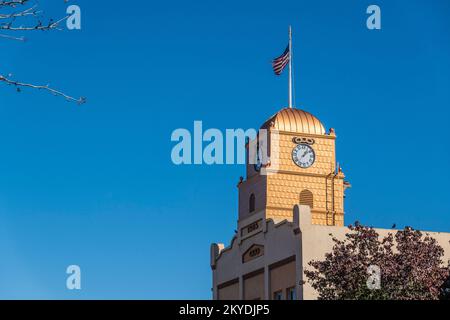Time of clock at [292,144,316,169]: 1:08
